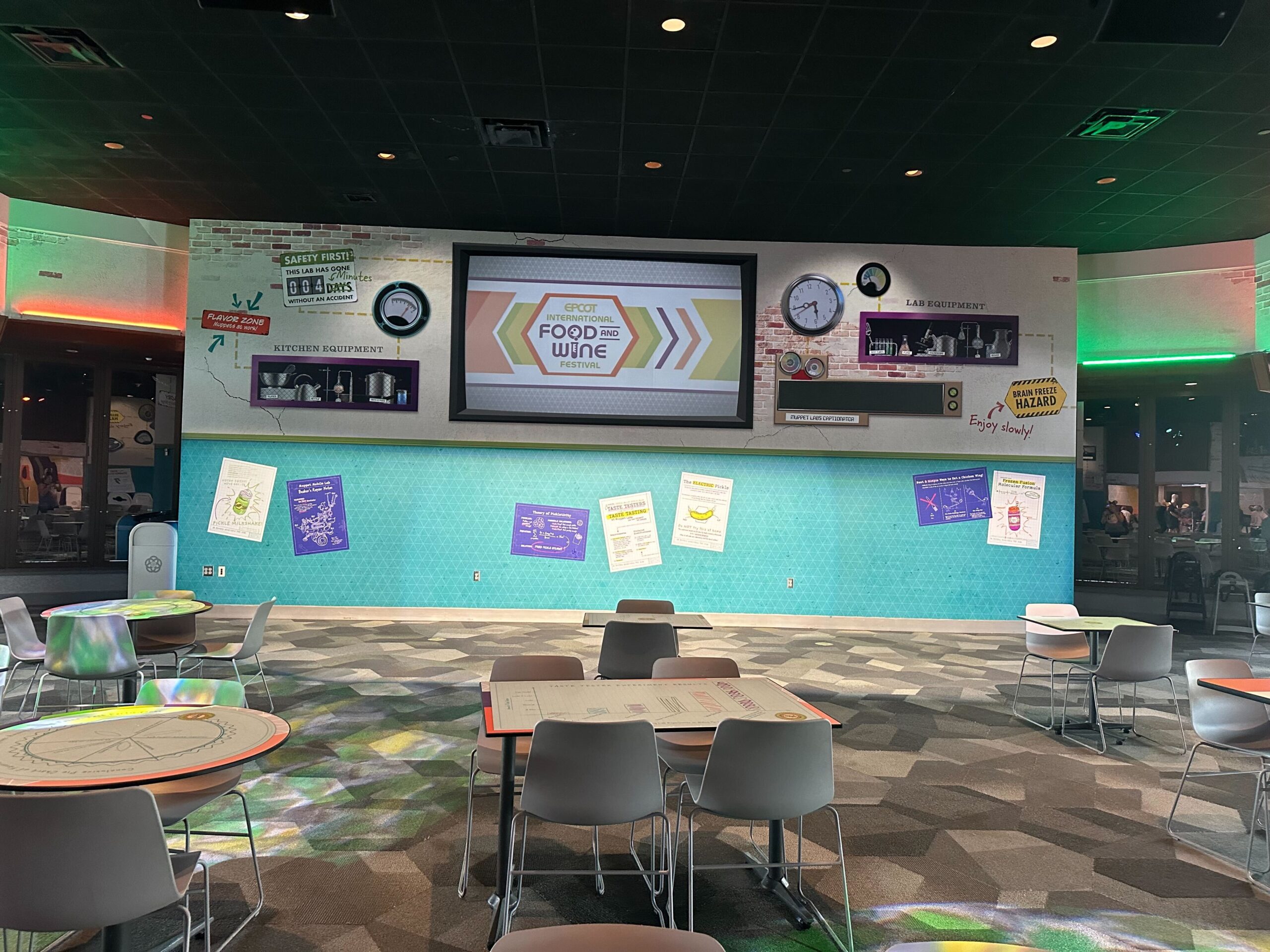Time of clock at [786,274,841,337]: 5:44
